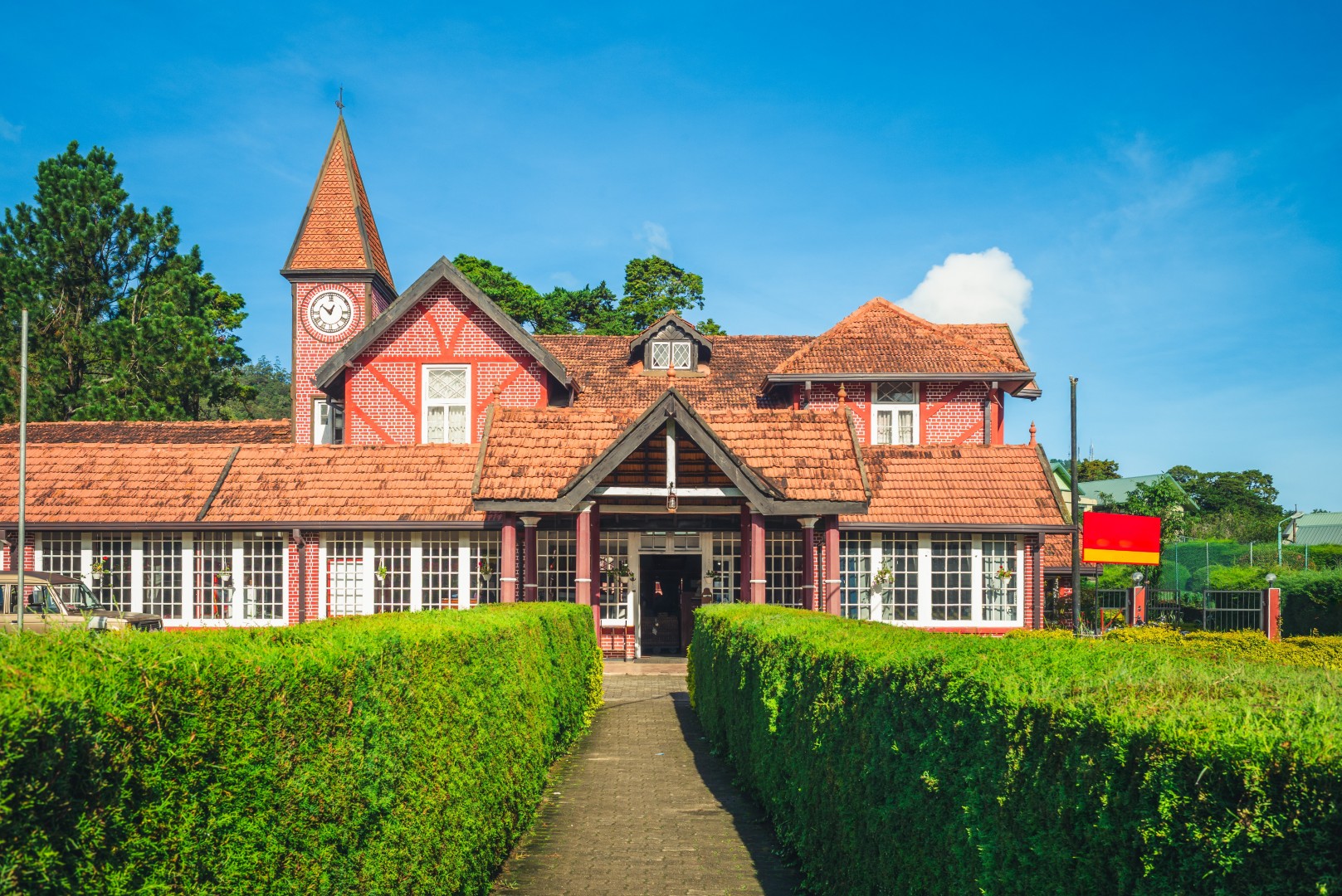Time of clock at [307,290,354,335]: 12:52
